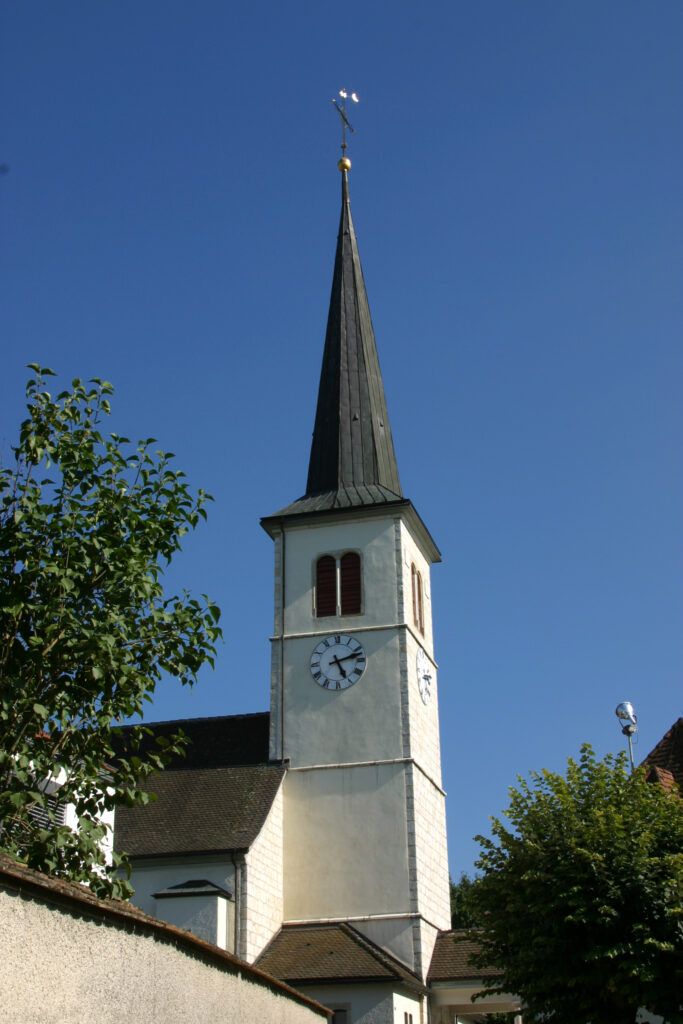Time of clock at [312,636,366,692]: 5:12
